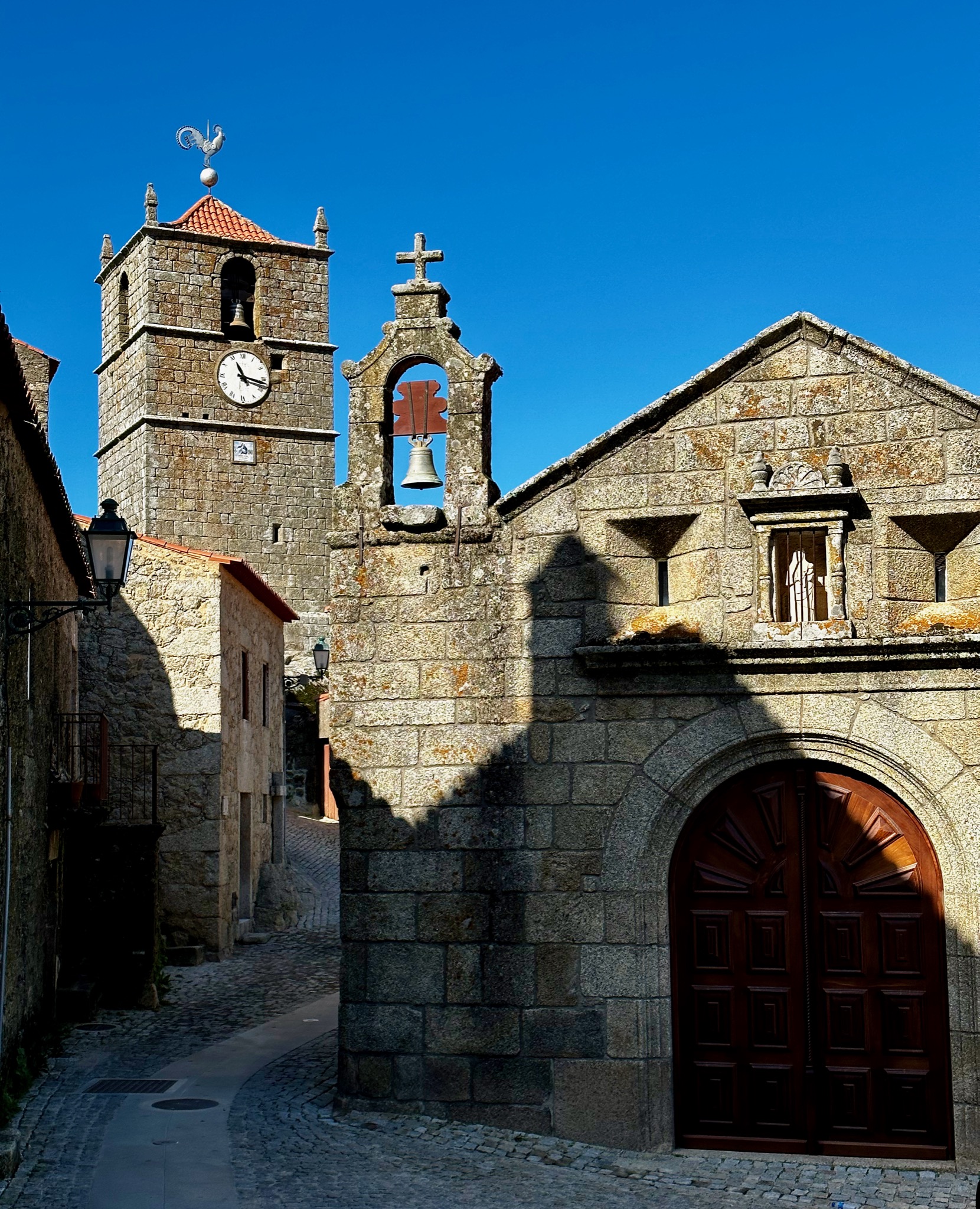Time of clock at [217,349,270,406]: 11:17
